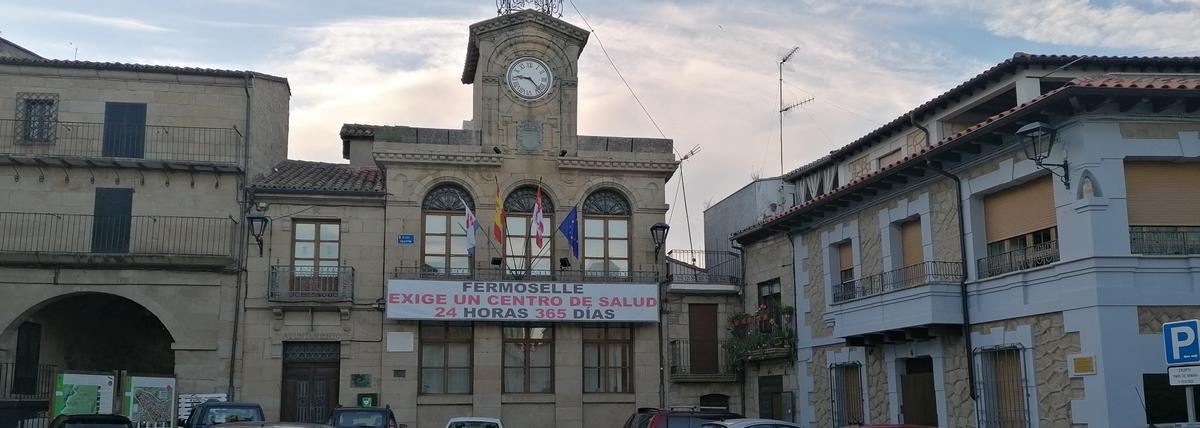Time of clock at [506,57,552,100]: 9:22
